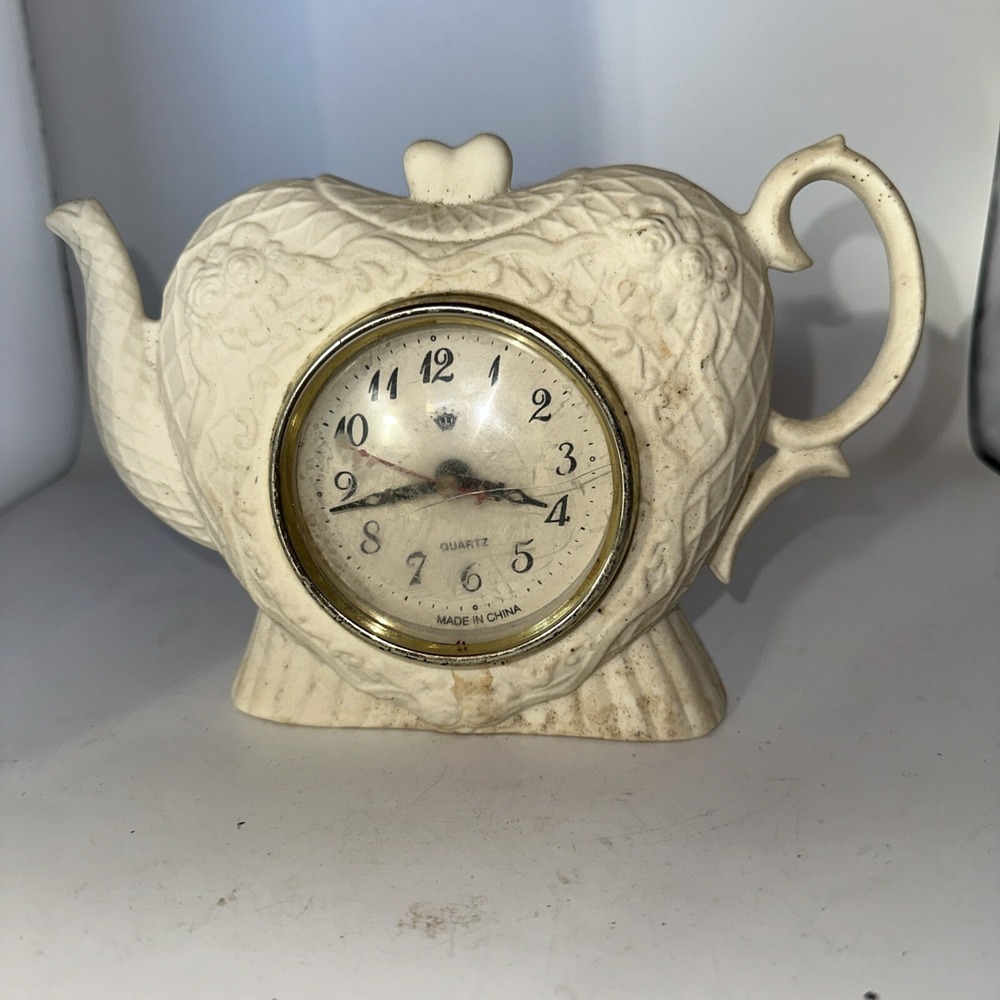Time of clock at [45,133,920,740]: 3:43
